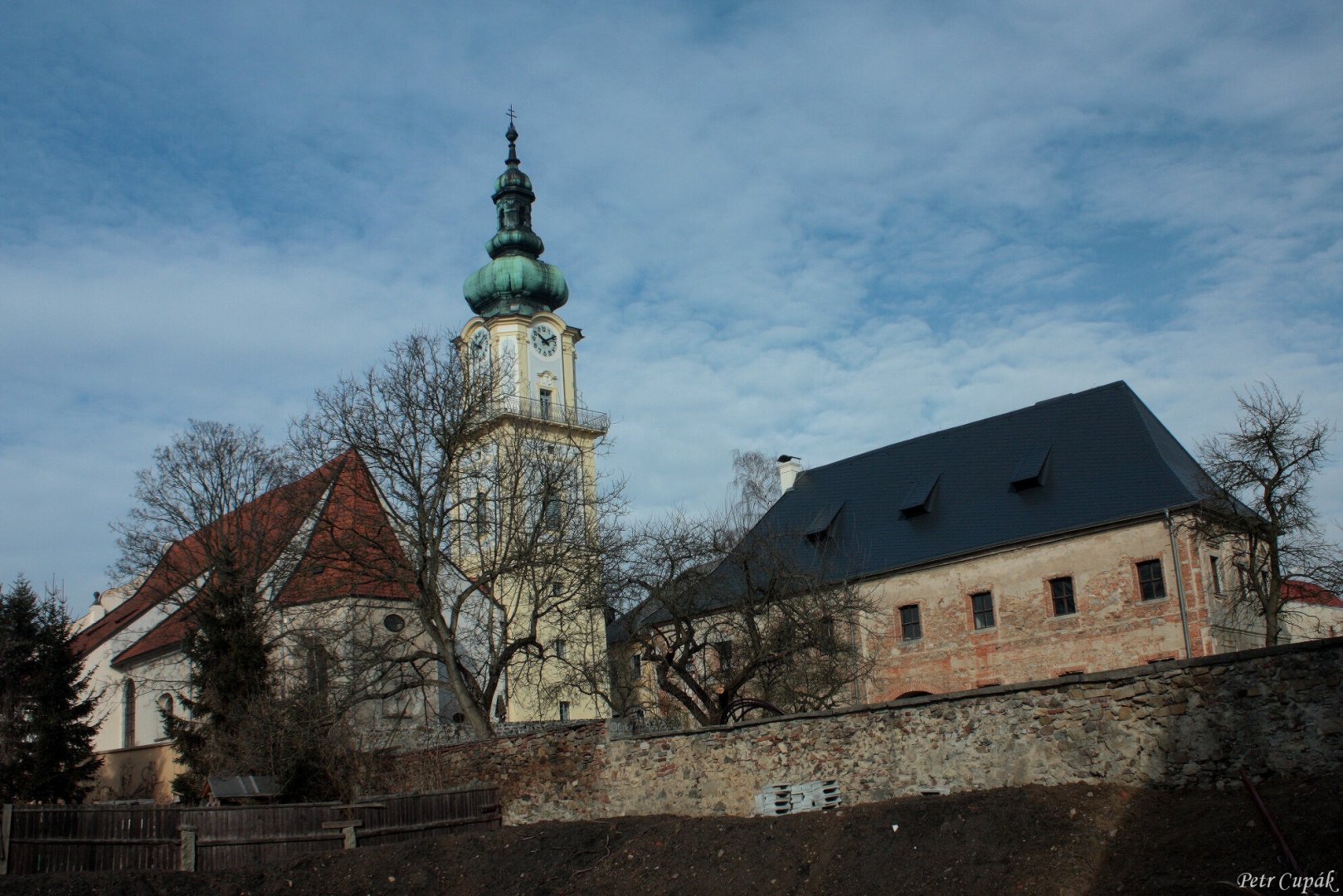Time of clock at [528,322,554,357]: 10:10
